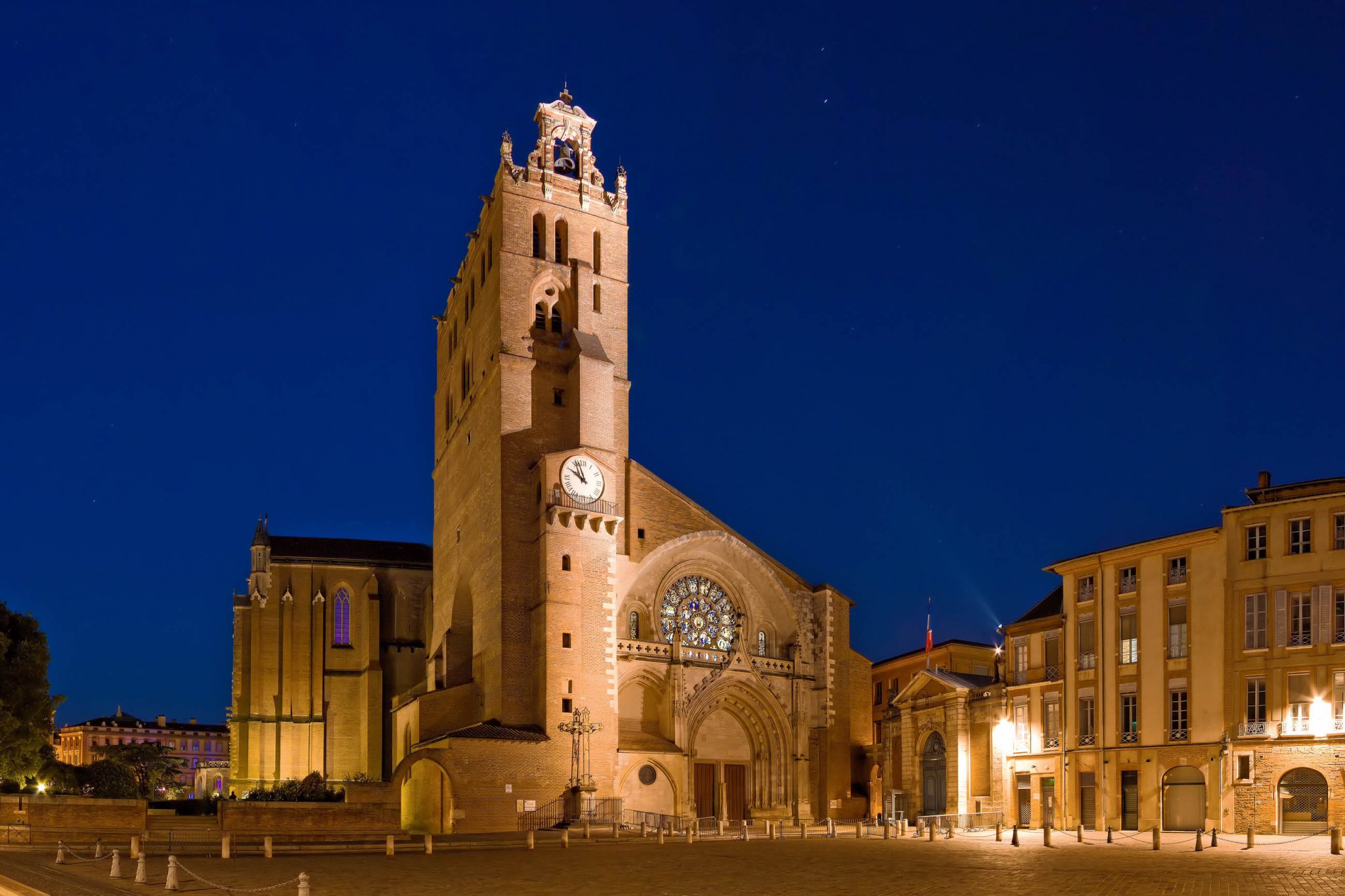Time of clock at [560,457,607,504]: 9:56
